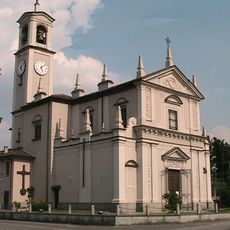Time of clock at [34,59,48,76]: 5:08
